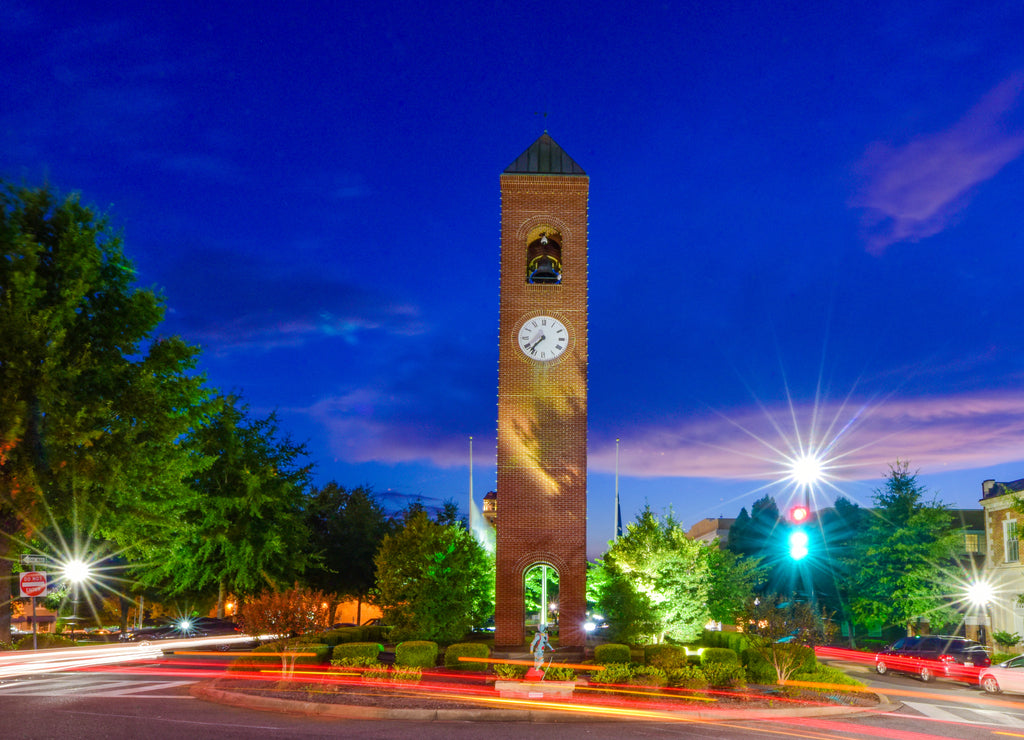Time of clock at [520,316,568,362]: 7:36
